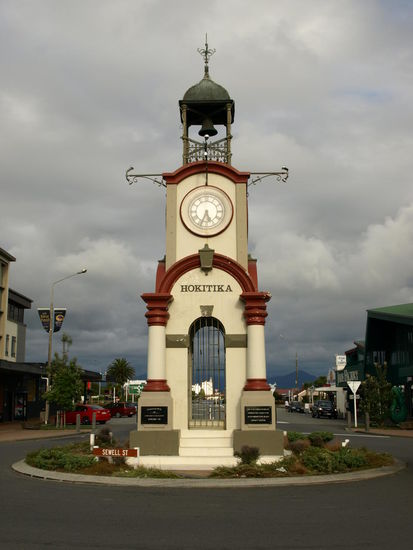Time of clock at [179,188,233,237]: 5:33
